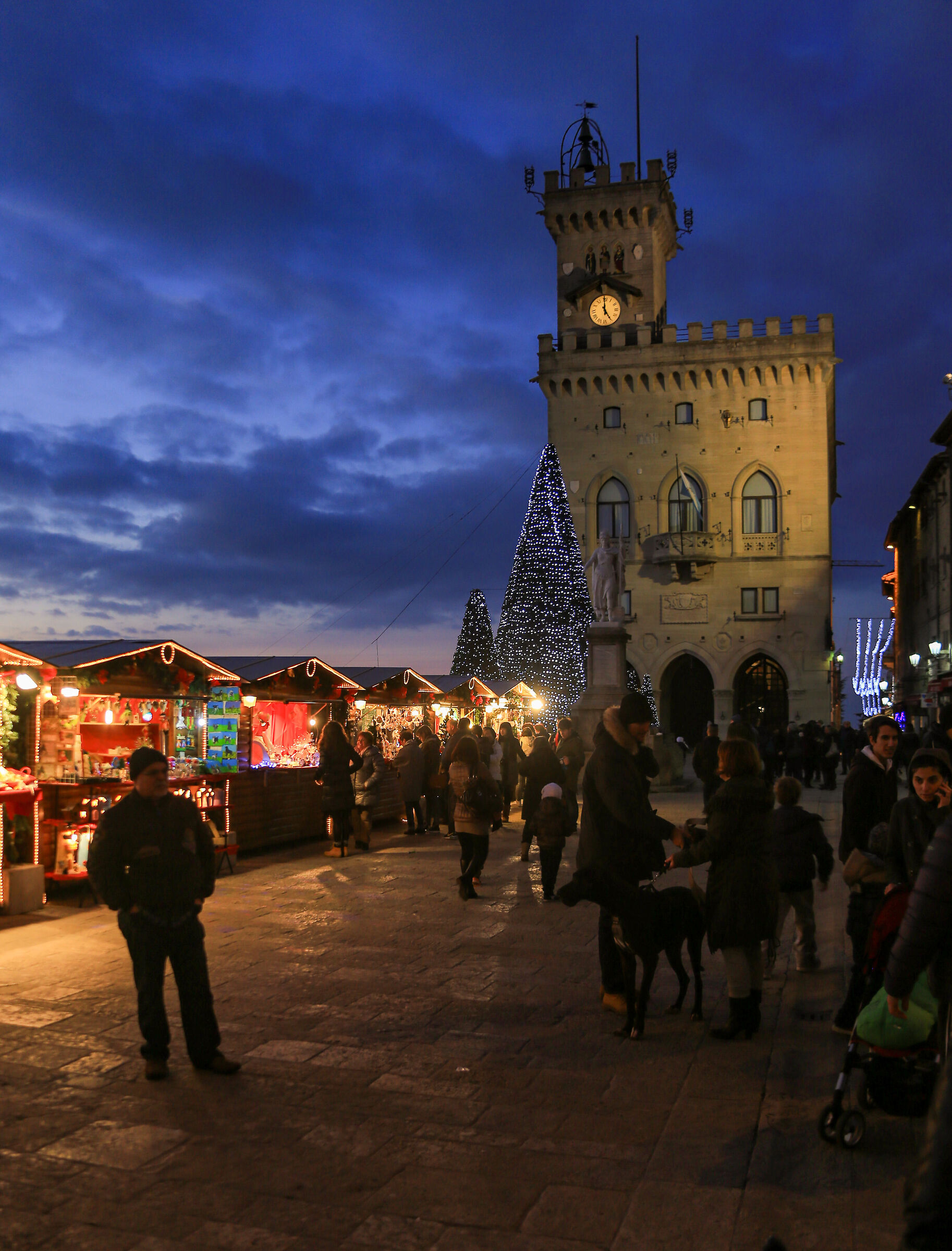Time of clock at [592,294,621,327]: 4:59
